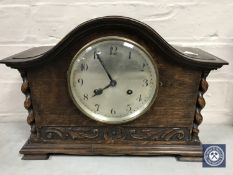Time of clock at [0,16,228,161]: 7:55
